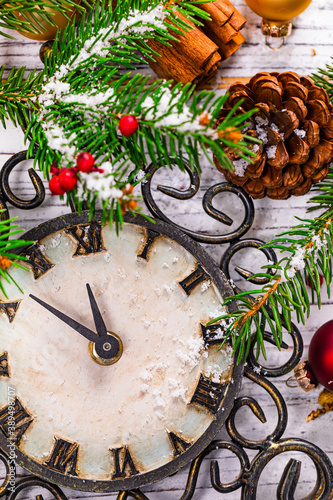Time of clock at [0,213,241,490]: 11:52
